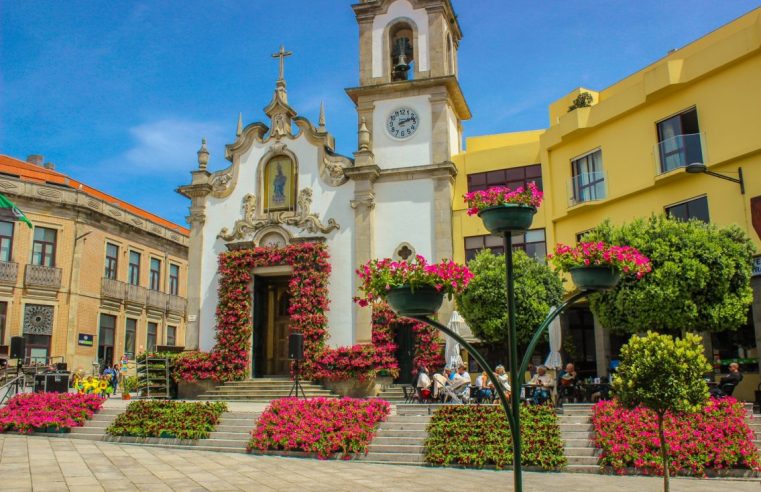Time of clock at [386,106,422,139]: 2:11
